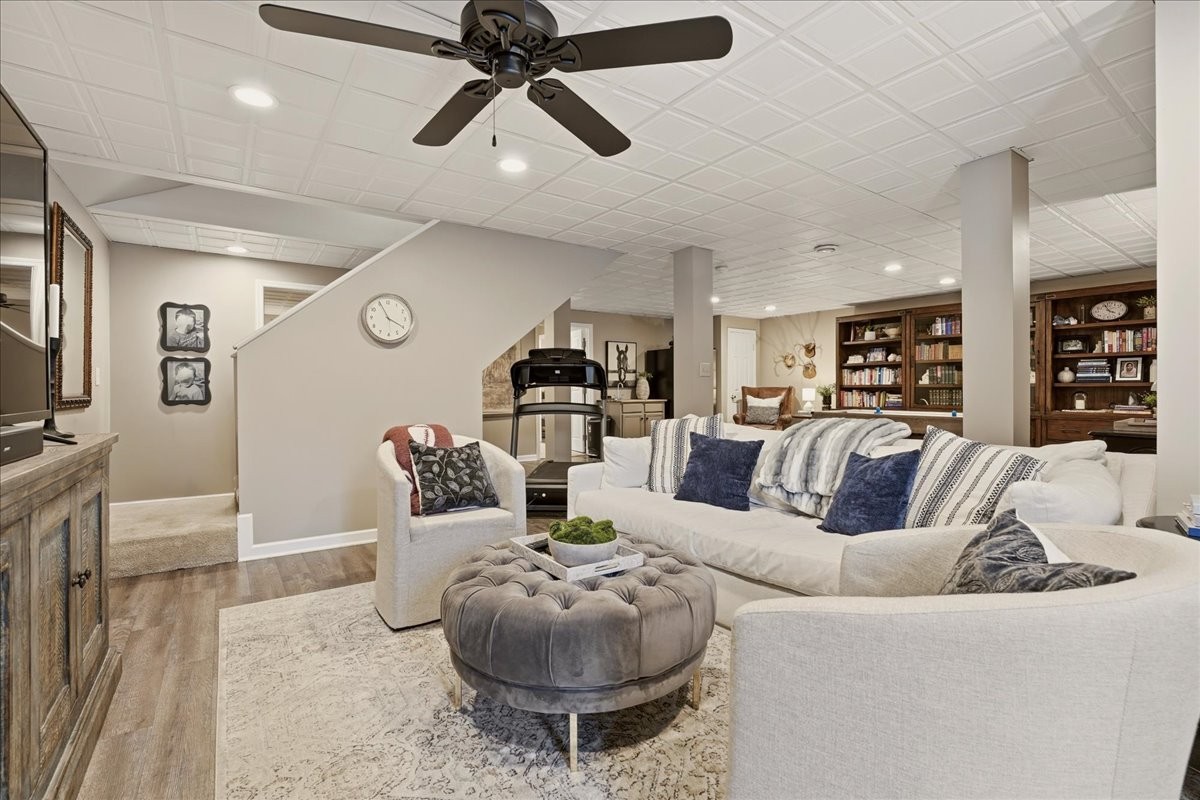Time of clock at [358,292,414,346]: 3:56
